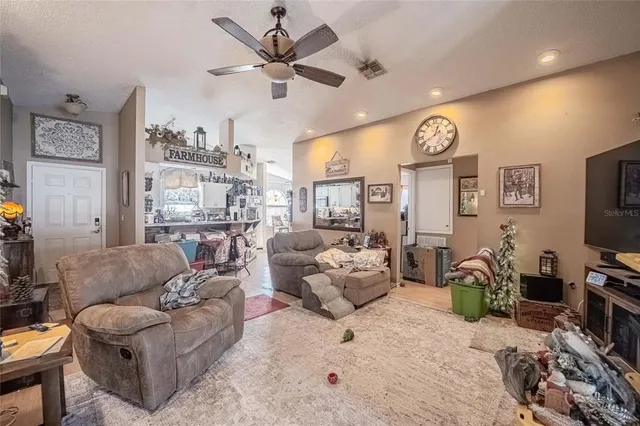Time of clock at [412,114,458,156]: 12:40
